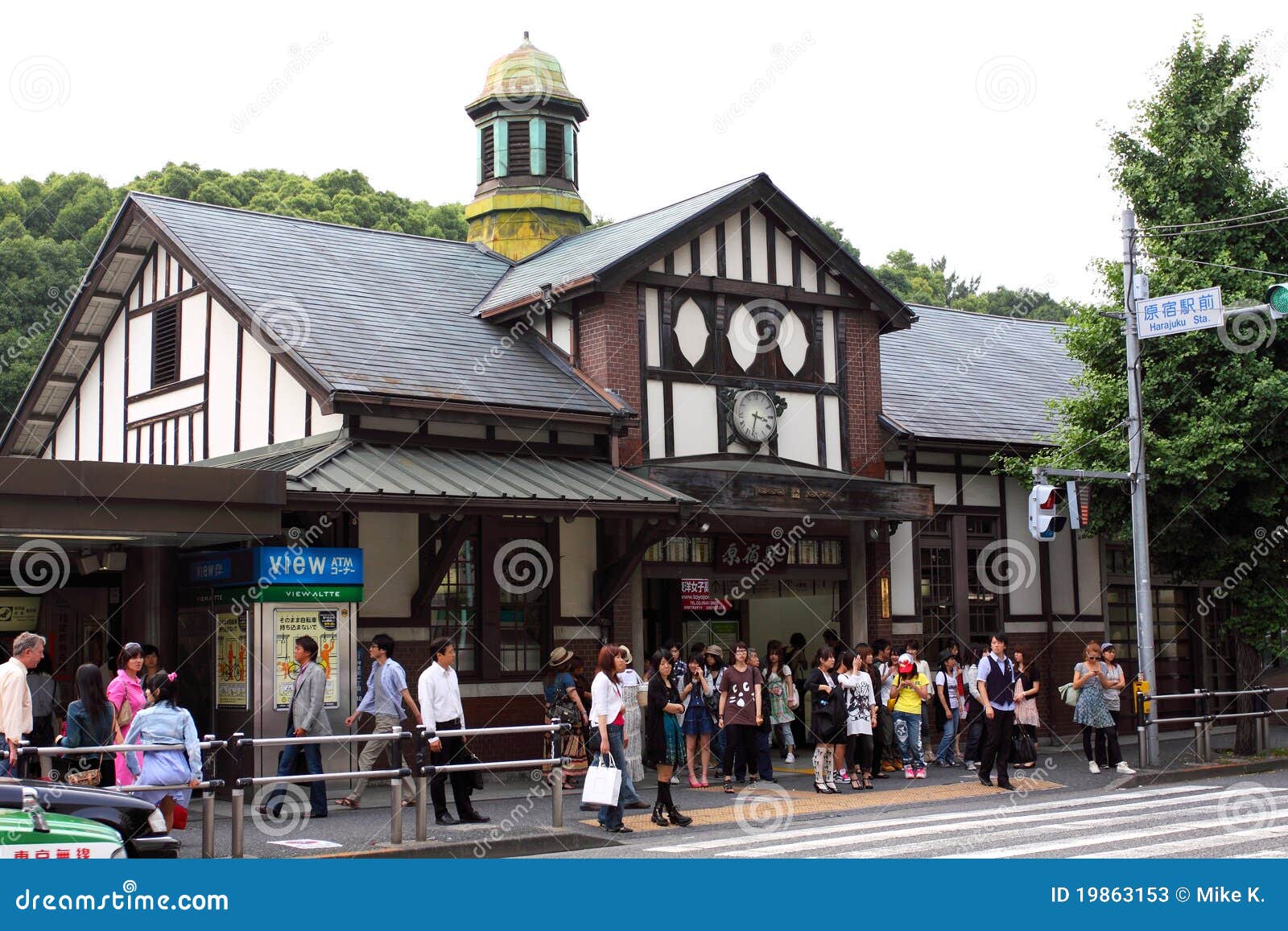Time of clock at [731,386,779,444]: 3:32
